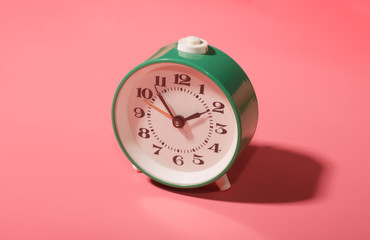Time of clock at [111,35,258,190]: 1:53
